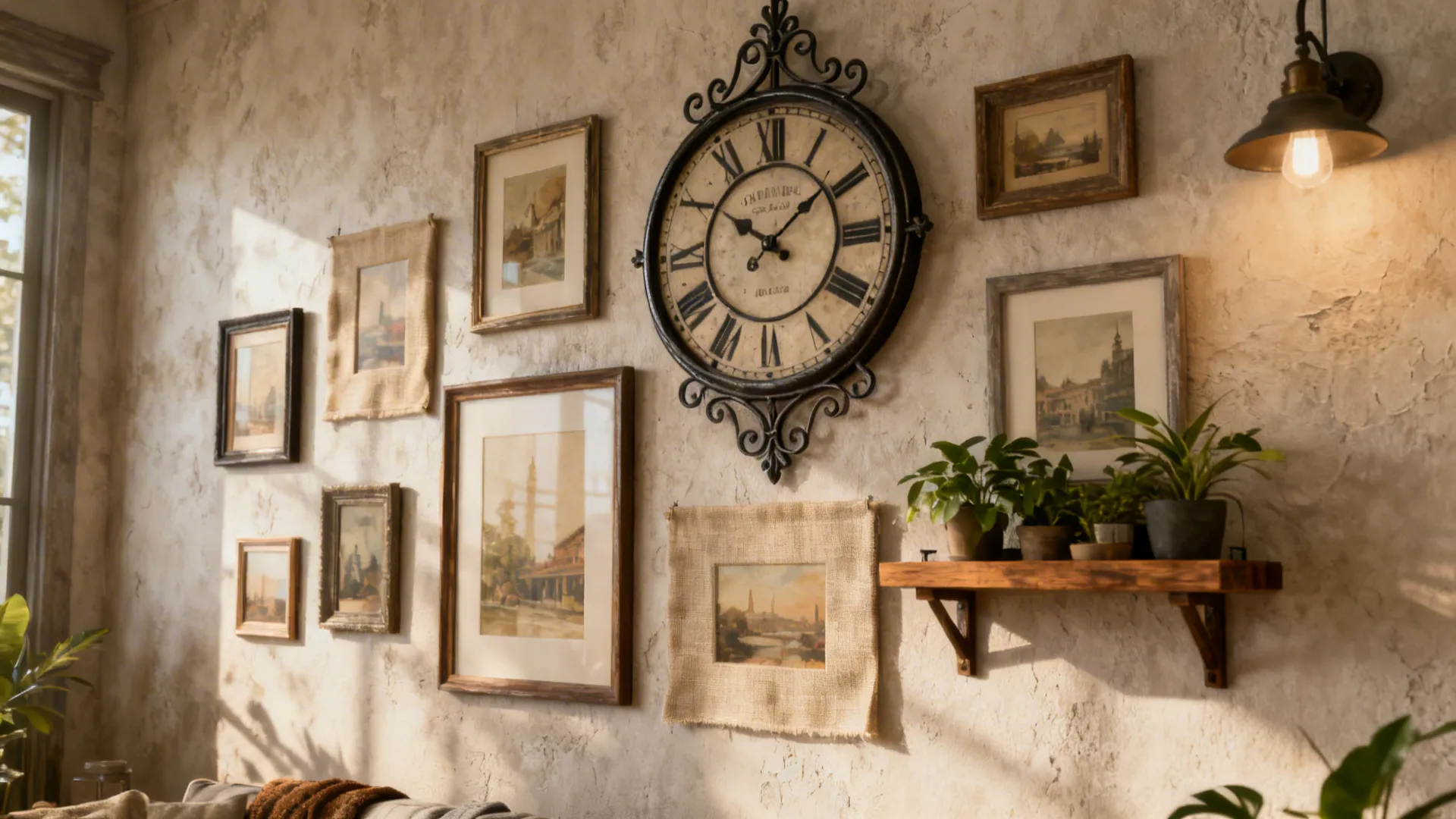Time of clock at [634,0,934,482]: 1:50
